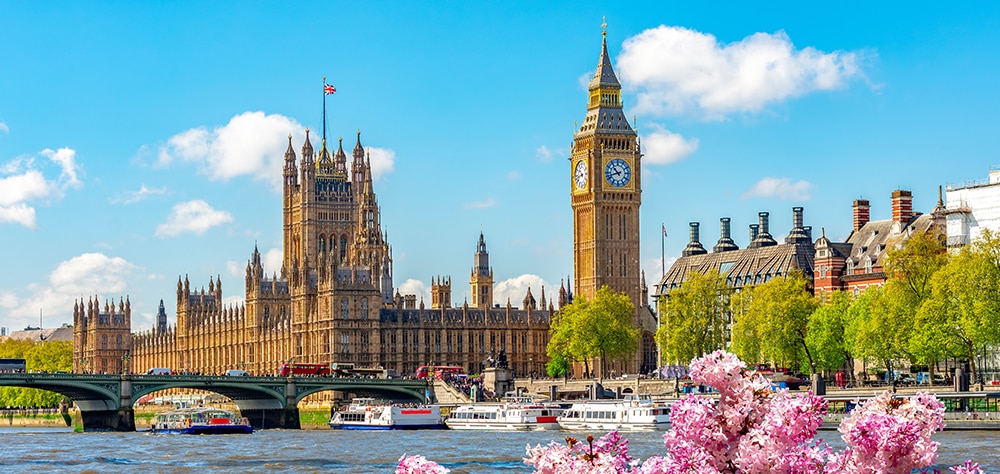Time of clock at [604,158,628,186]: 10:42
